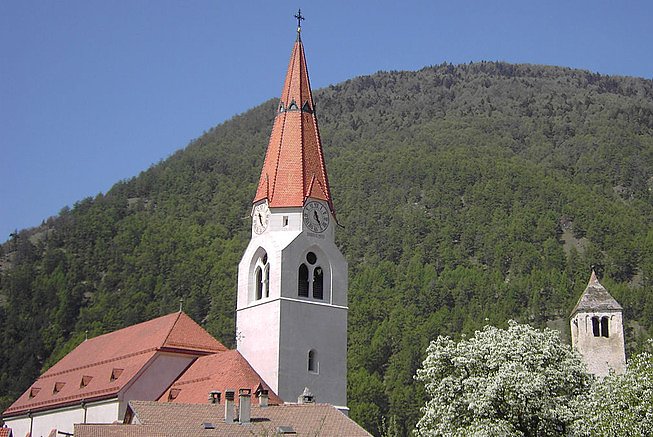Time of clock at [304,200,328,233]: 11:25
